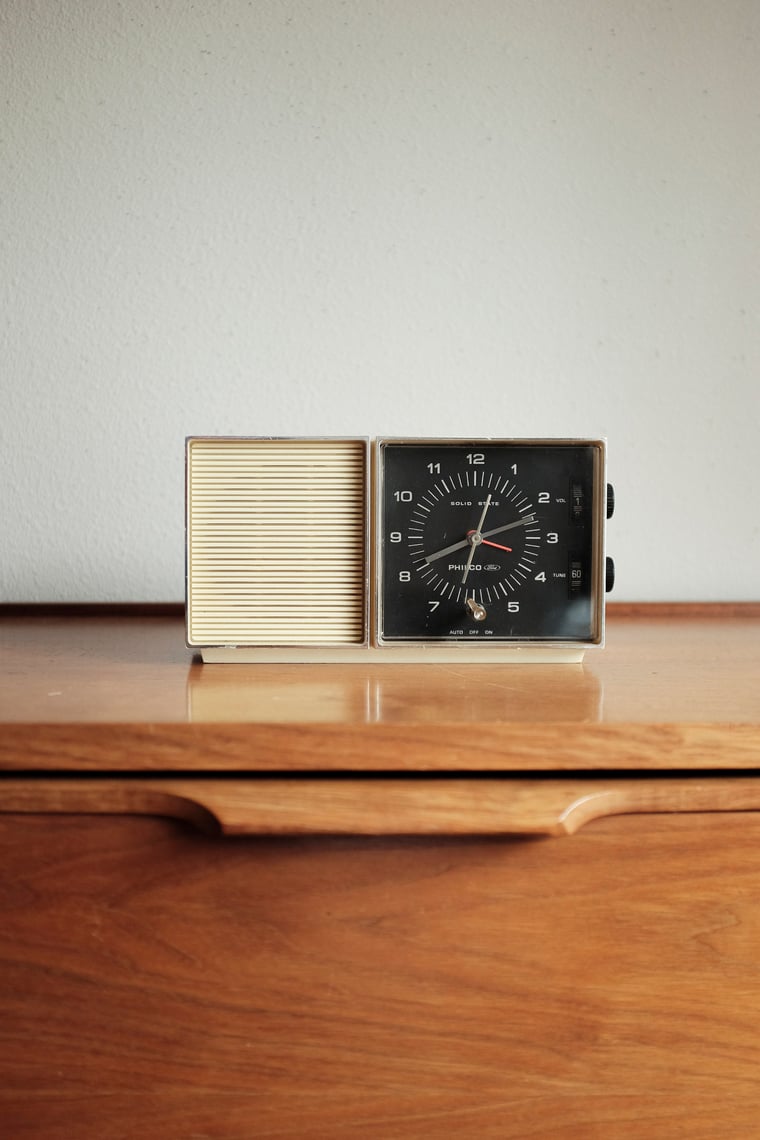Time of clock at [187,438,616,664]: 8:03
